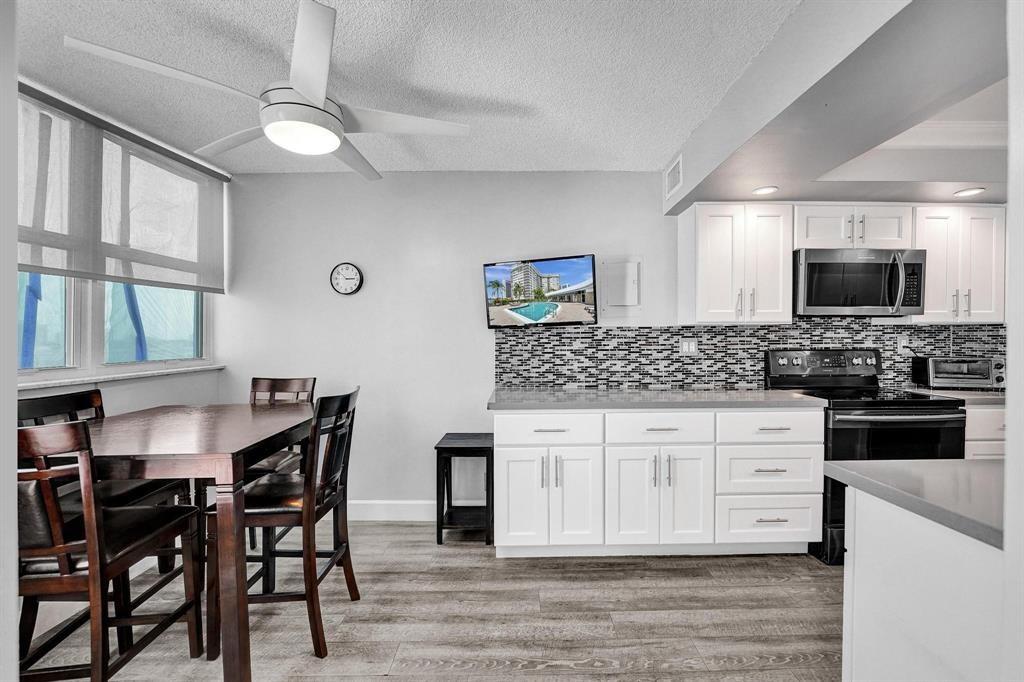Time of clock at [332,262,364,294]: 2:51
